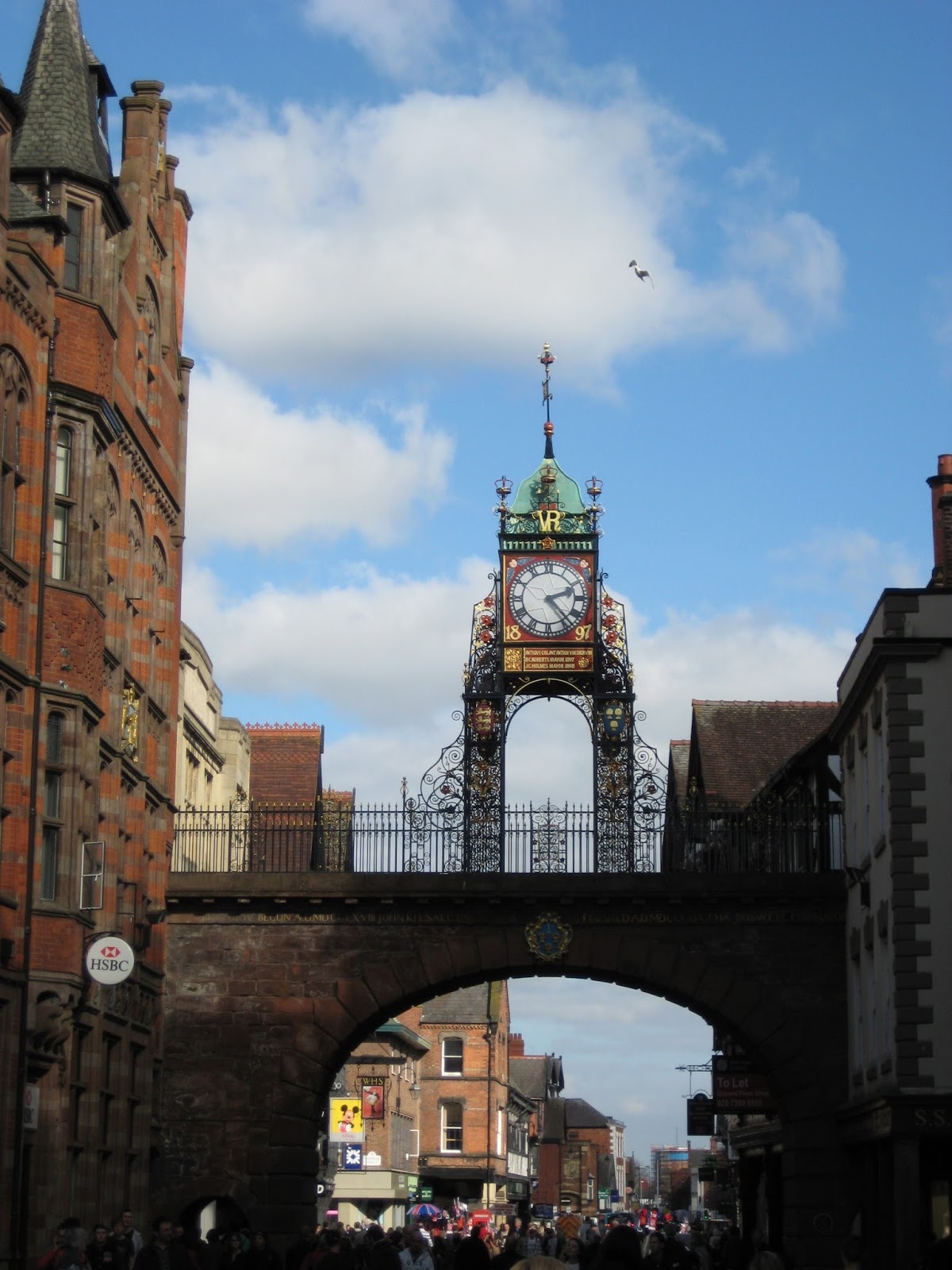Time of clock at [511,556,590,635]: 2:23
